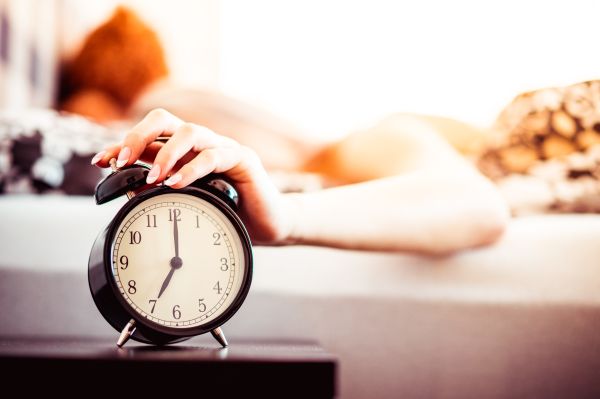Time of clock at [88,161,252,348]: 7:00
